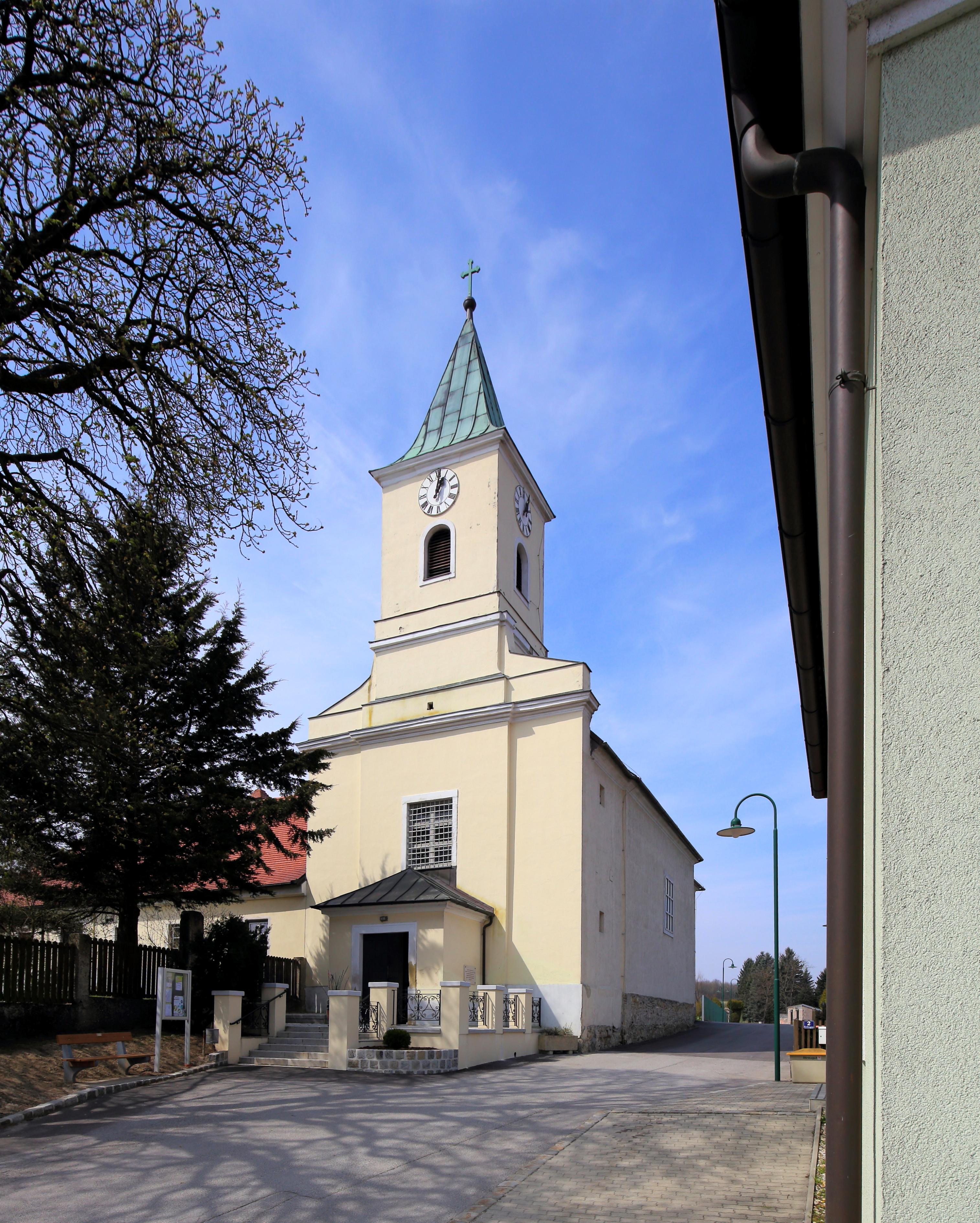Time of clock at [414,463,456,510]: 1:01
